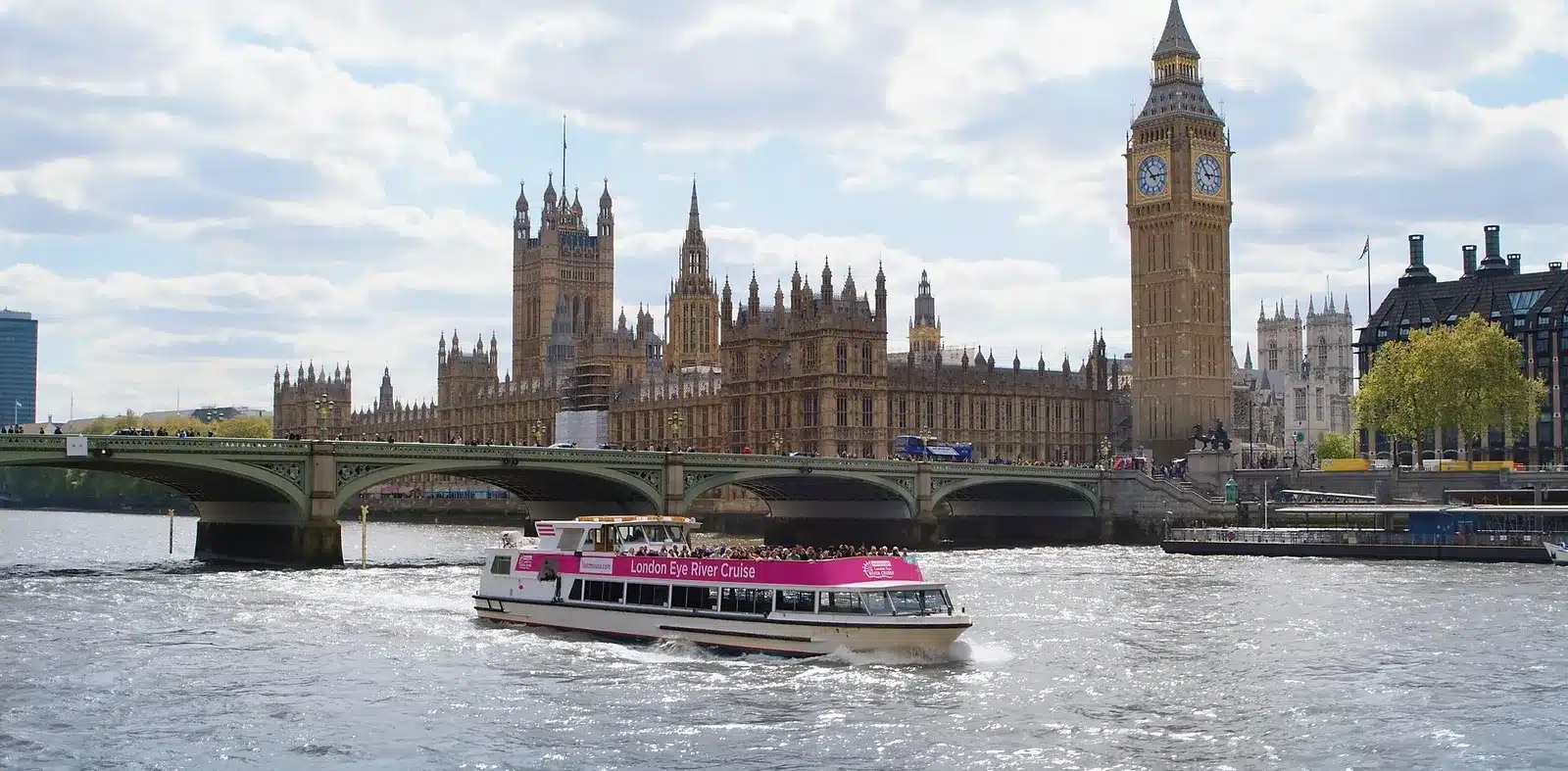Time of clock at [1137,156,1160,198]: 2:53
